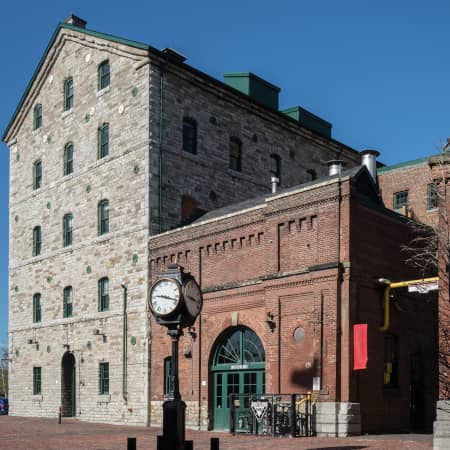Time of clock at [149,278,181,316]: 9:17
